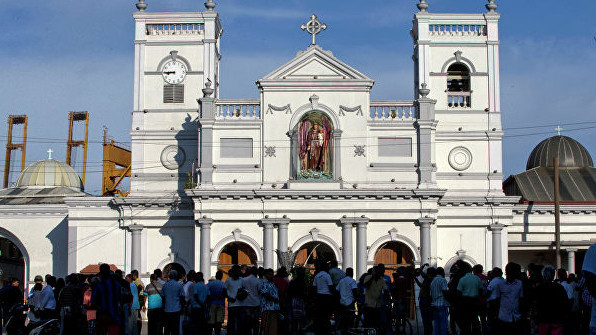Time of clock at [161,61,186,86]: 8:45
